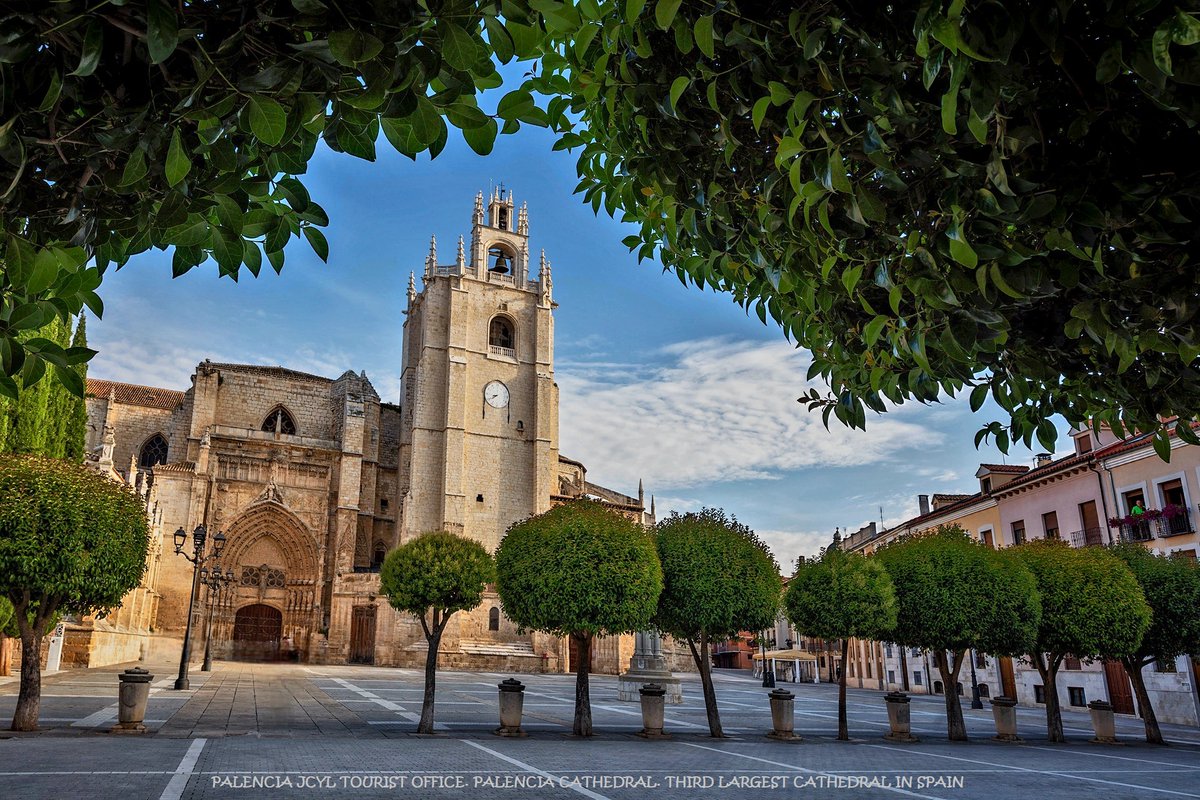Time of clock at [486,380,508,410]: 8:39
